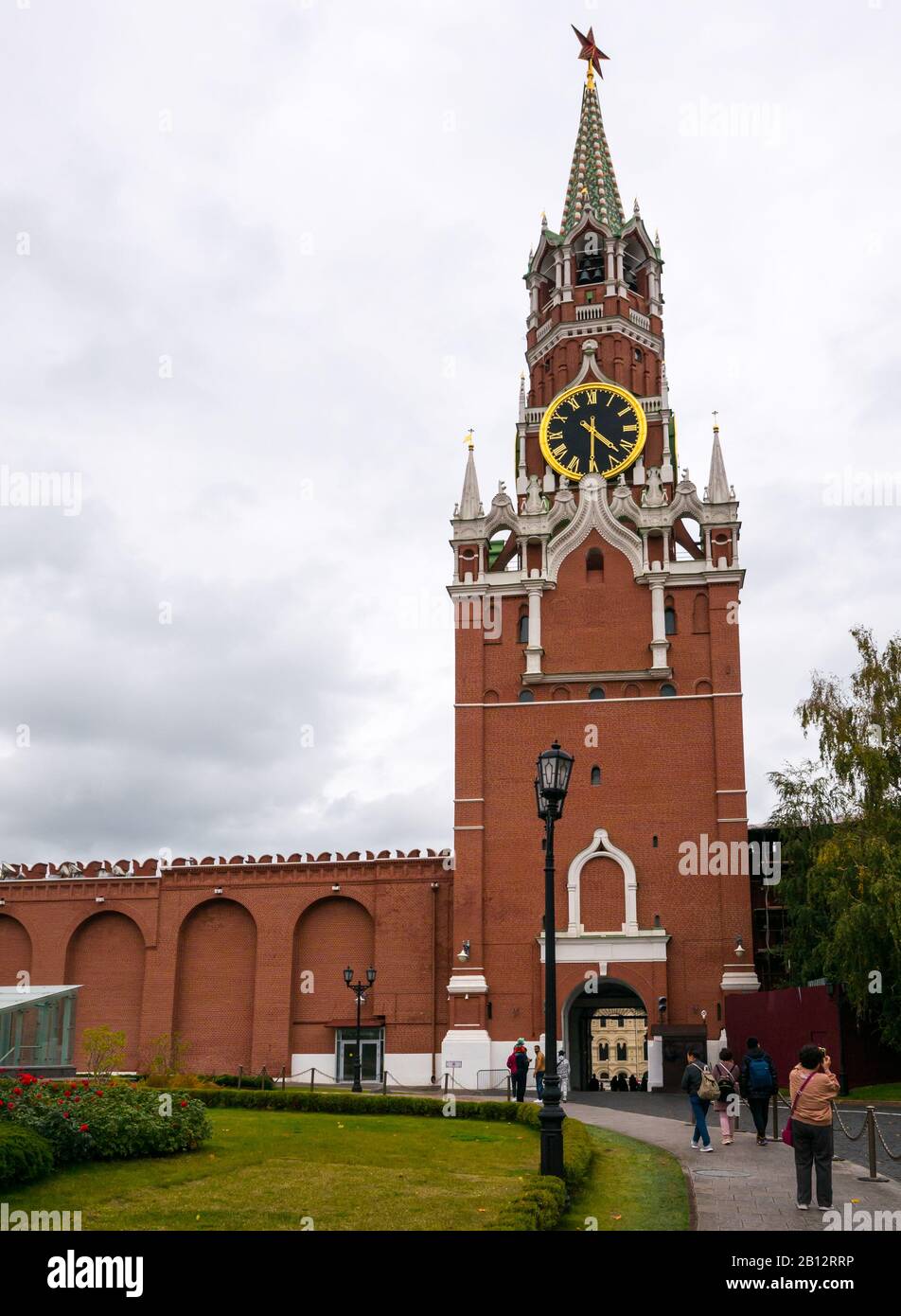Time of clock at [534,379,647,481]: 4:30
